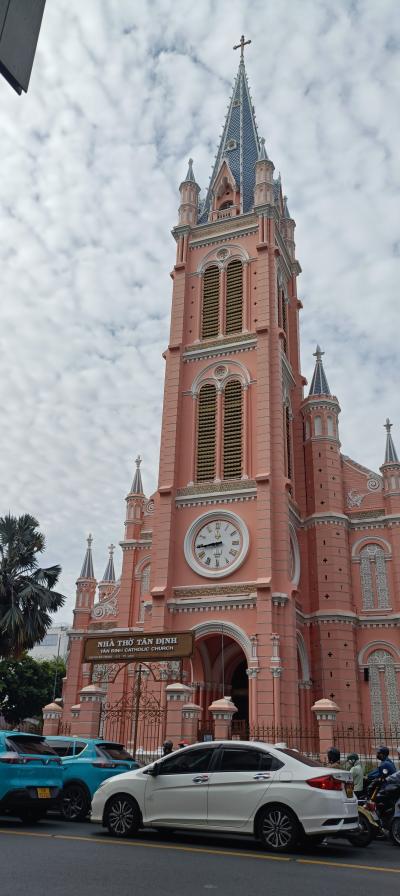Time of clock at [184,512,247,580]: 8:44
